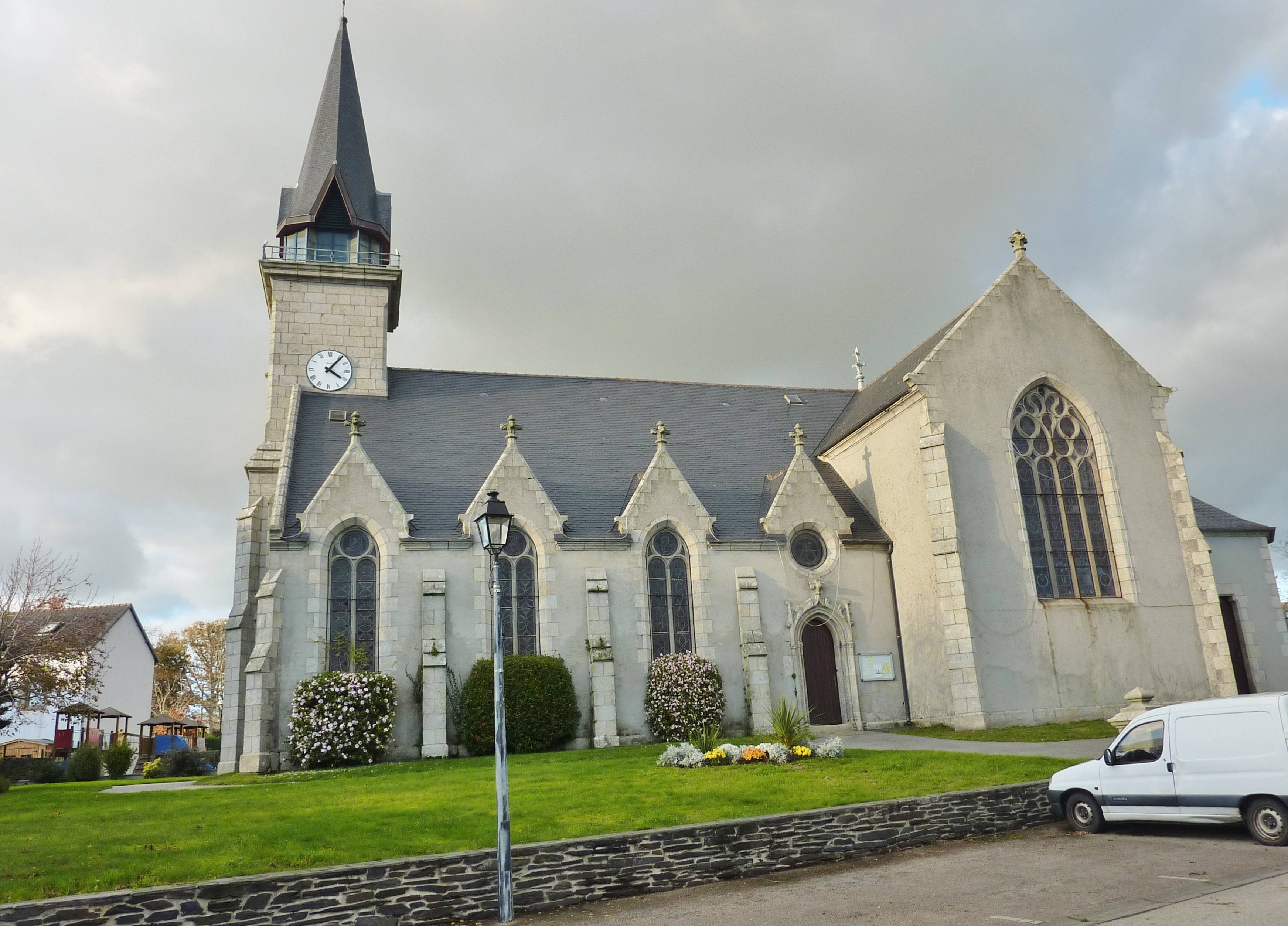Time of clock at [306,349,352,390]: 4:06
